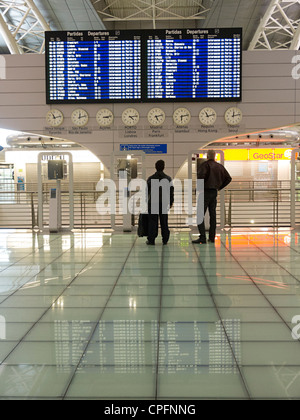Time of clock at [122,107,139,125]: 4:13
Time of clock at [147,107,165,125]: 5:12
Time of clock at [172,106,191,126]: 6:12
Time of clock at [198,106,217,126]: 11:12
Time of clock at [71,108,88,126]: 12:12
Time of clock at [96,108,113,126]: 3:13
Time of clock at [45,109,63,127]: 11:12
